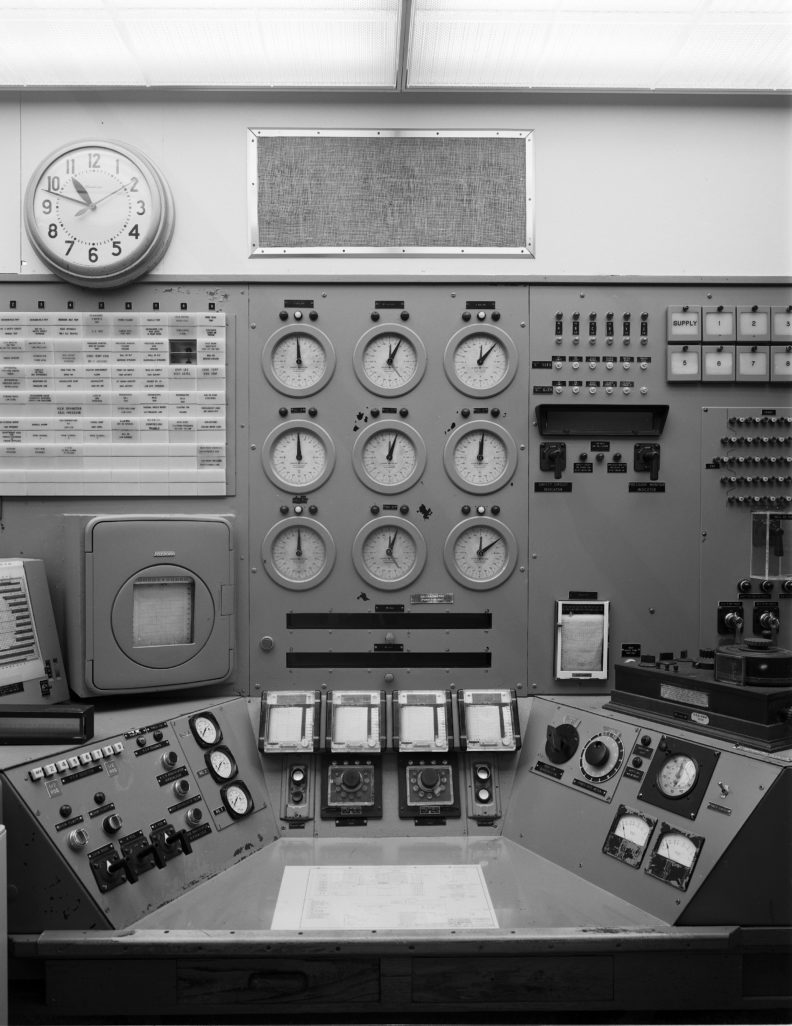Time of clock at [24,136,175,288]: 10:48
